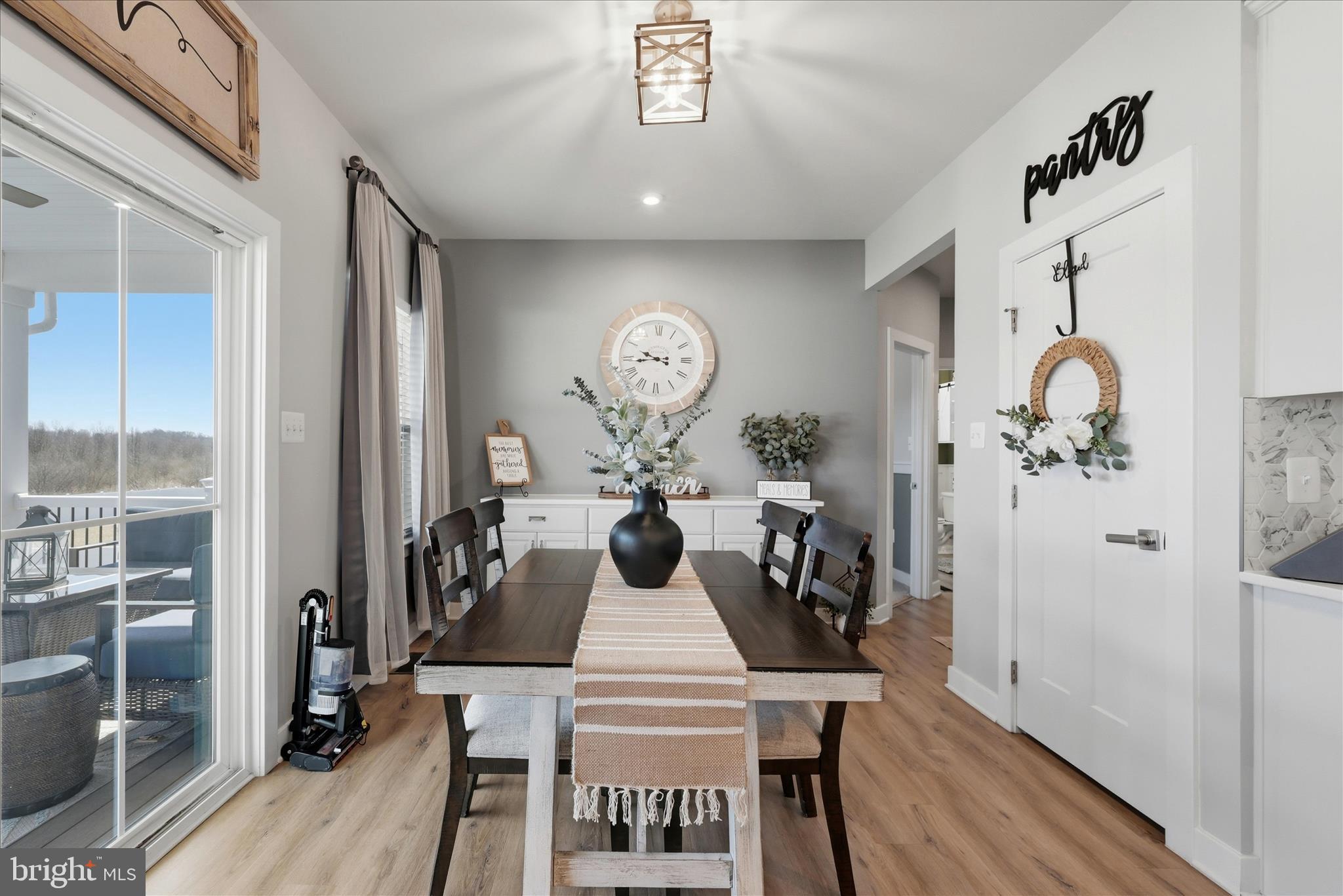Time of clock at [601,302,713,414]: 9:43
